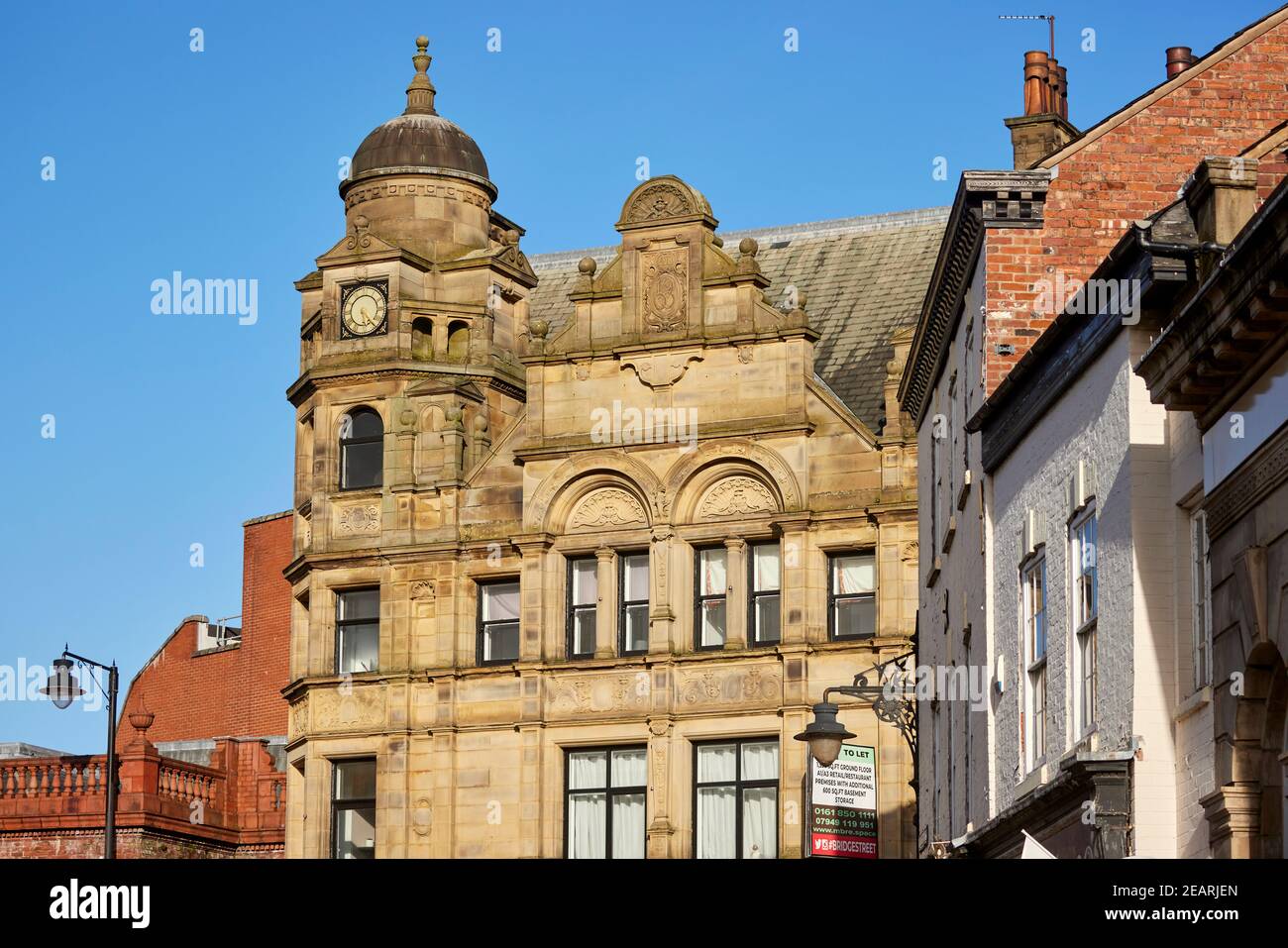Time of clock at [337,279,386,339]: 5:23
